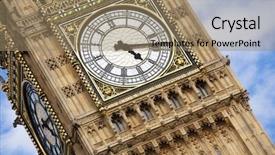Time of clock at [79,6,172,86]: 4:13
